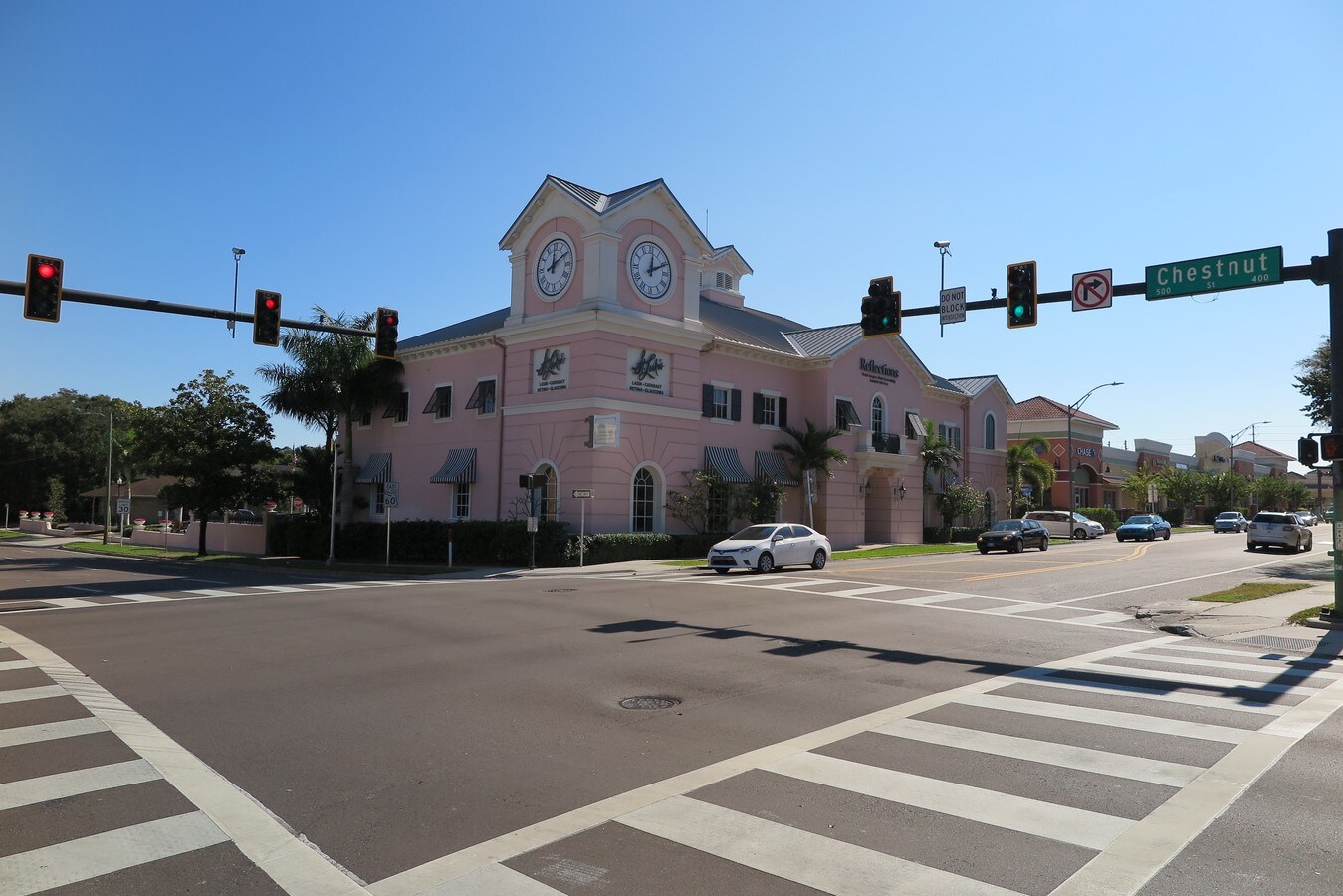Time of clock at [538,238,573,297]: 12:09
